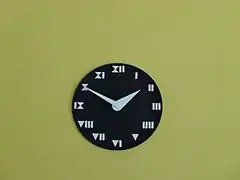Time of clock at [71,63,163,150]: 1:50
